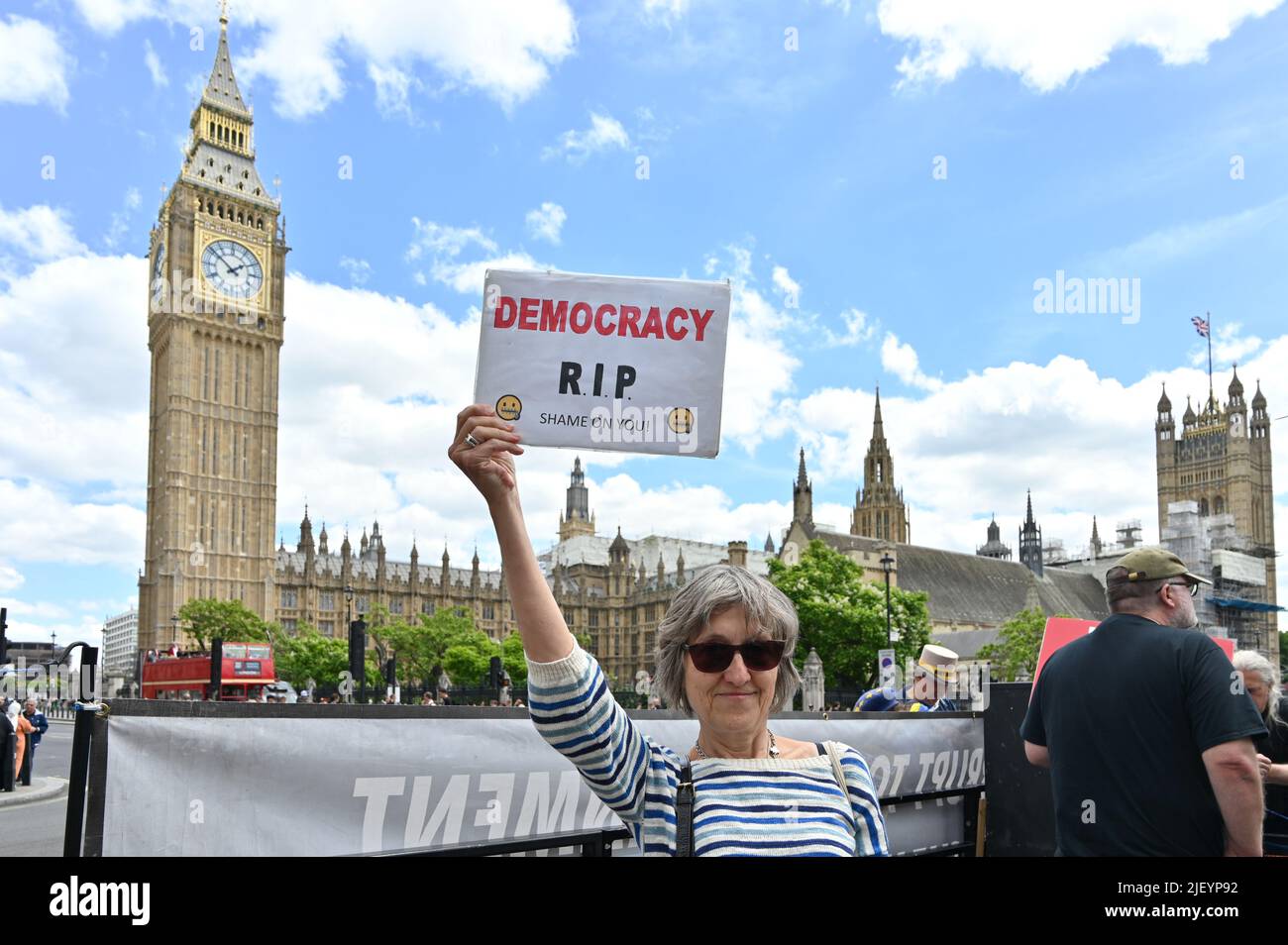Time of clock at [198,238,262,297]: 1:51
